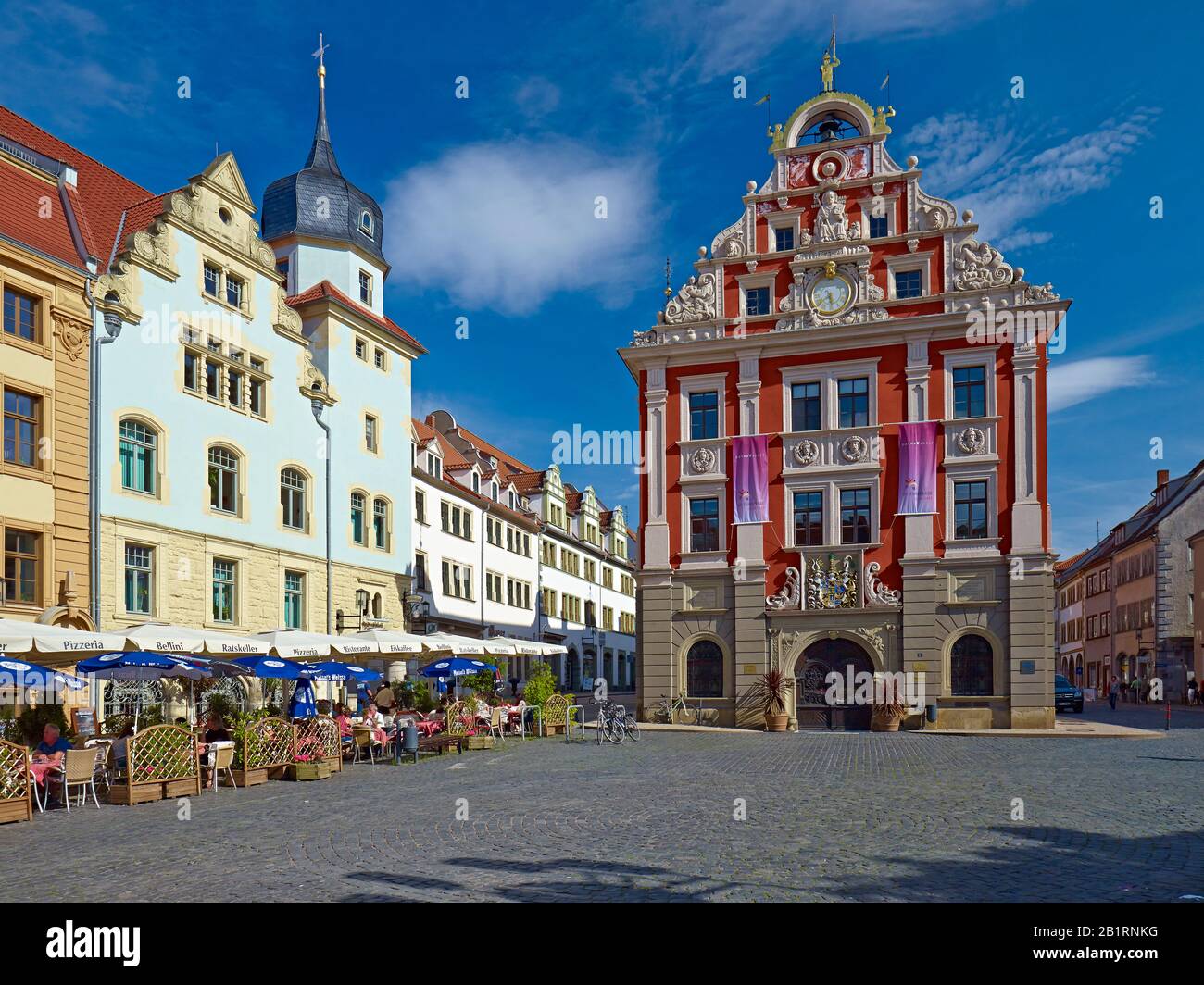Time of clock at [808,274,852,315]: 5:38
